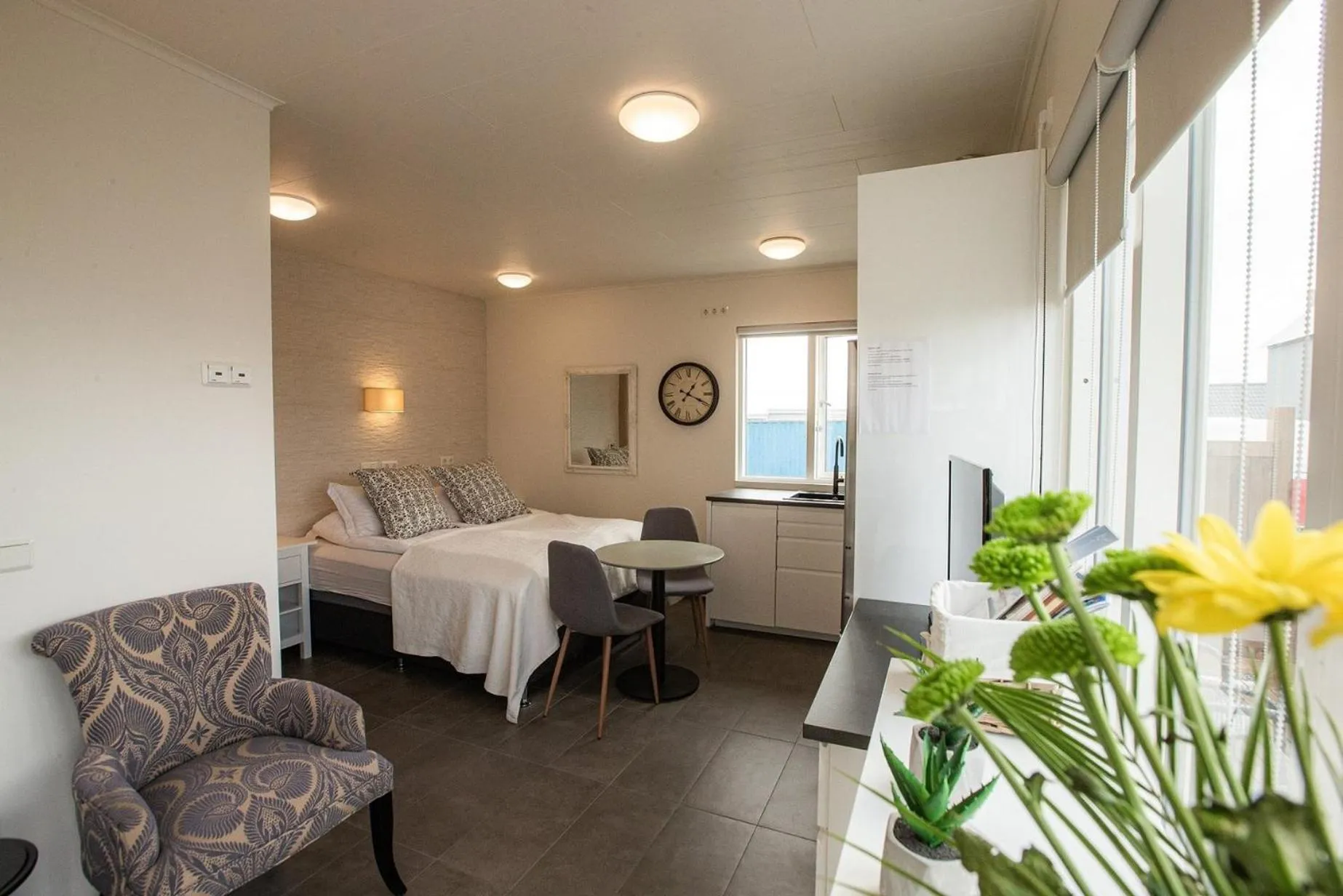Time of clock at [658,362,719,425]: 1:18
